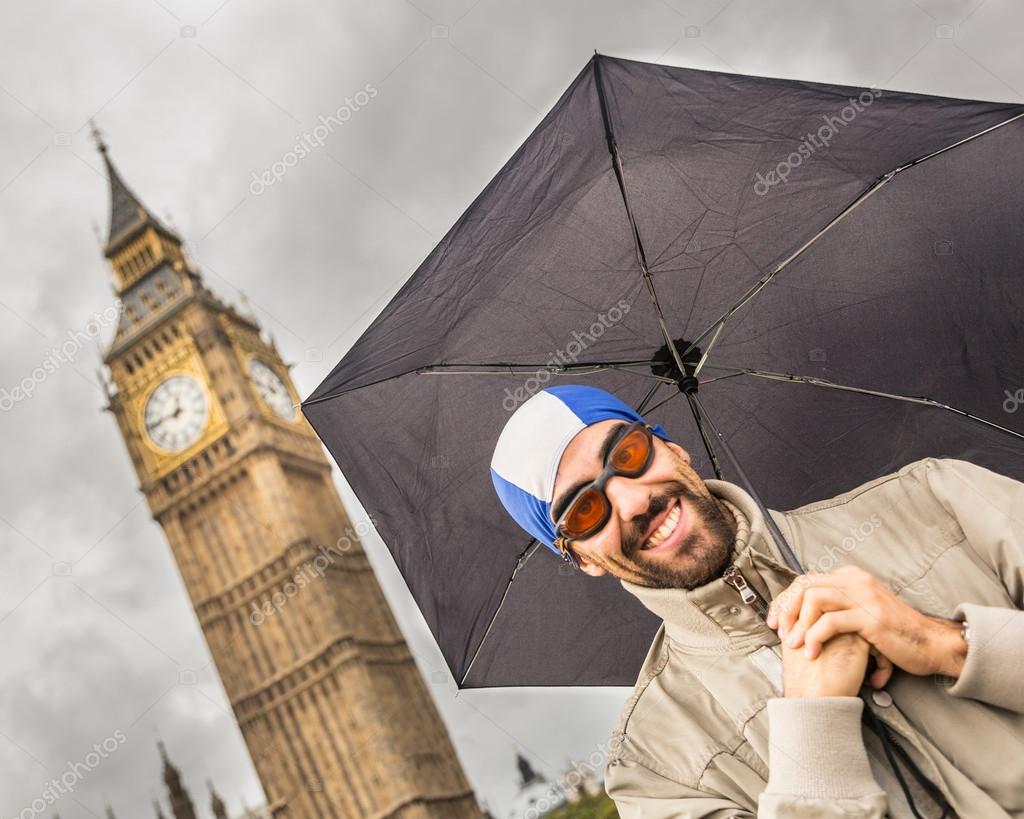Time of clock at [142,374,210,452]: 11:41
